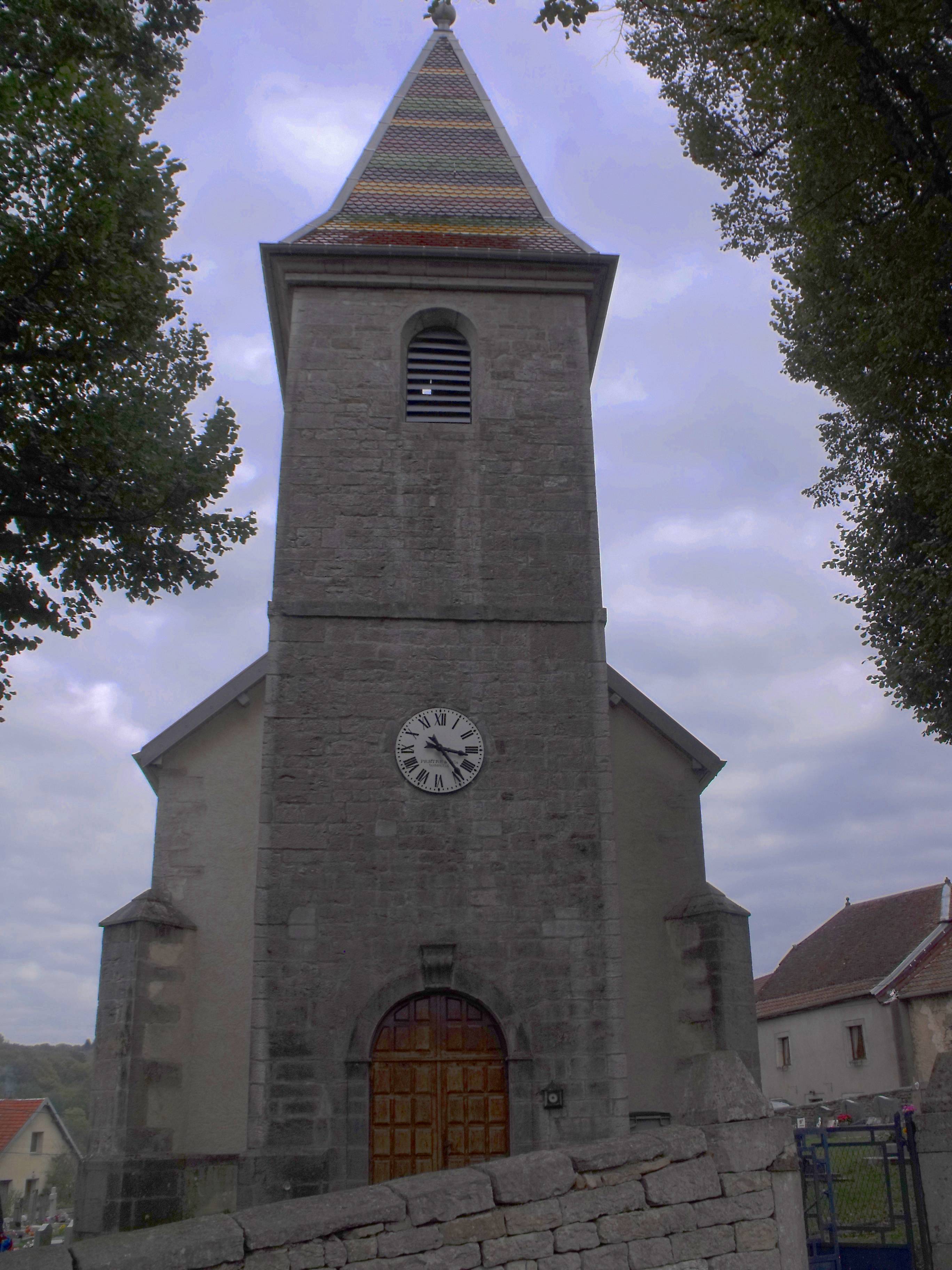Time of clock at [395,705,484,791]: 3:23
